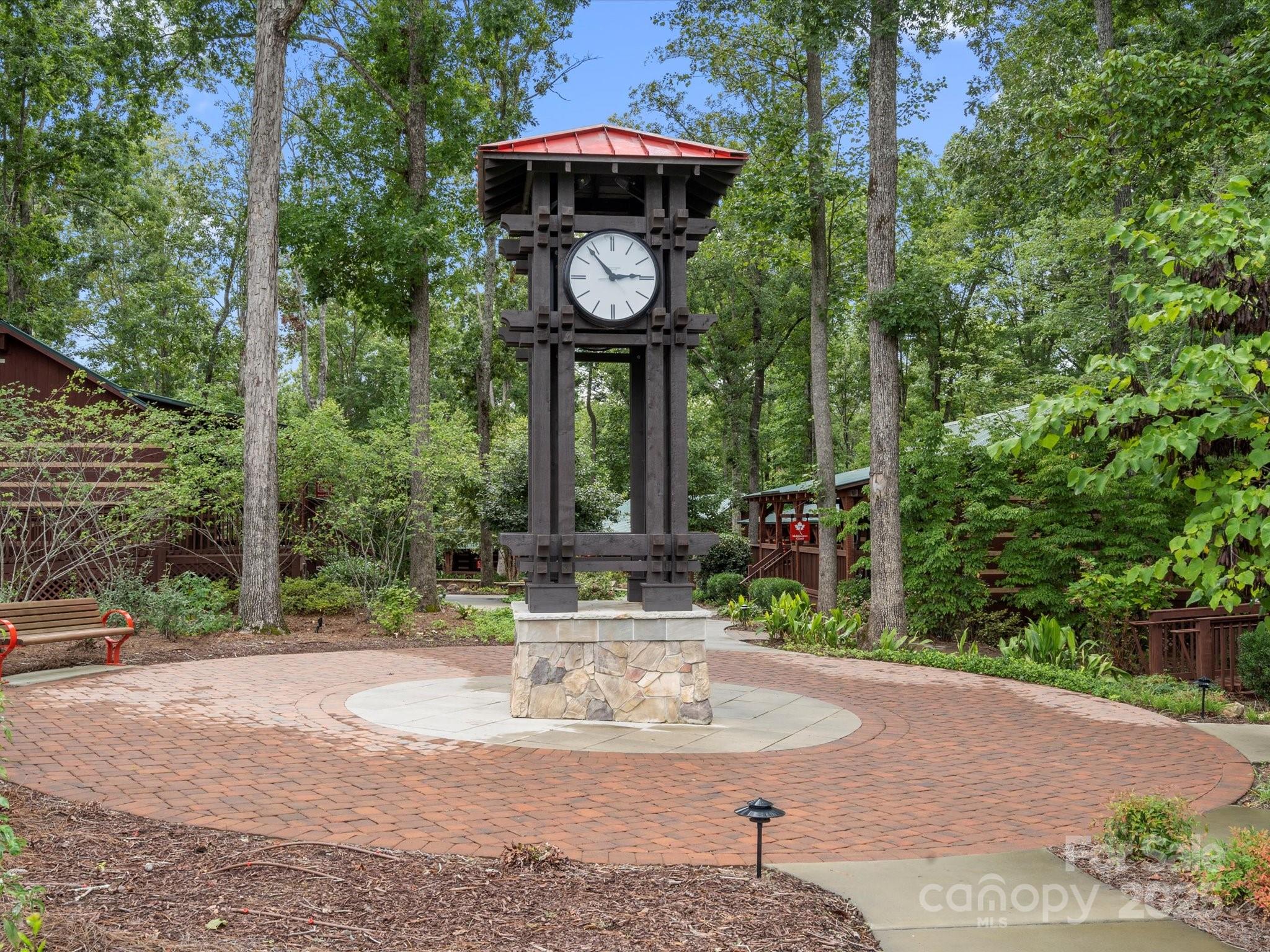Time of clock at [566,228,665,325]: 2:53
